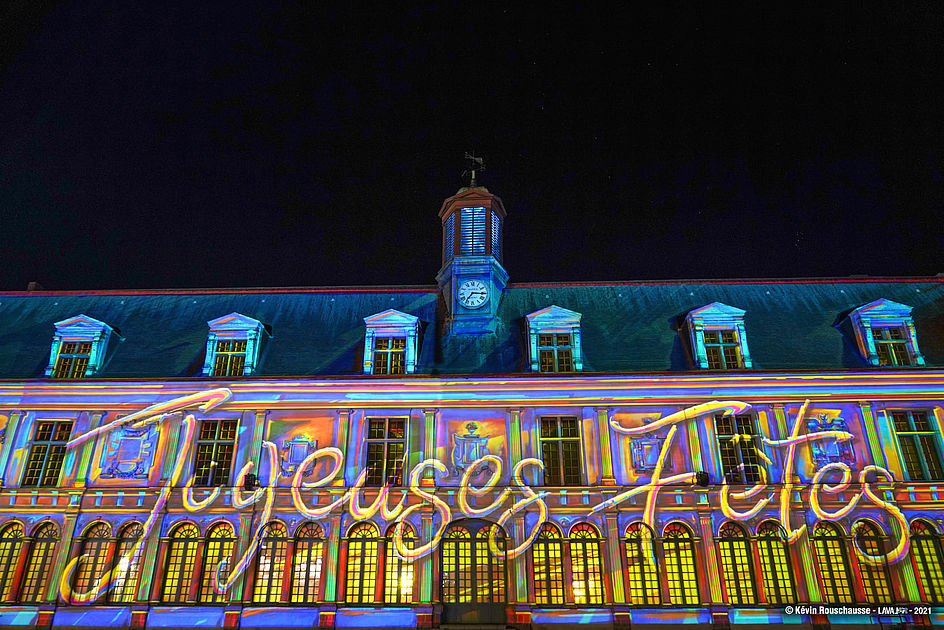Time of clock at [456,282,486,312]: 7:15
